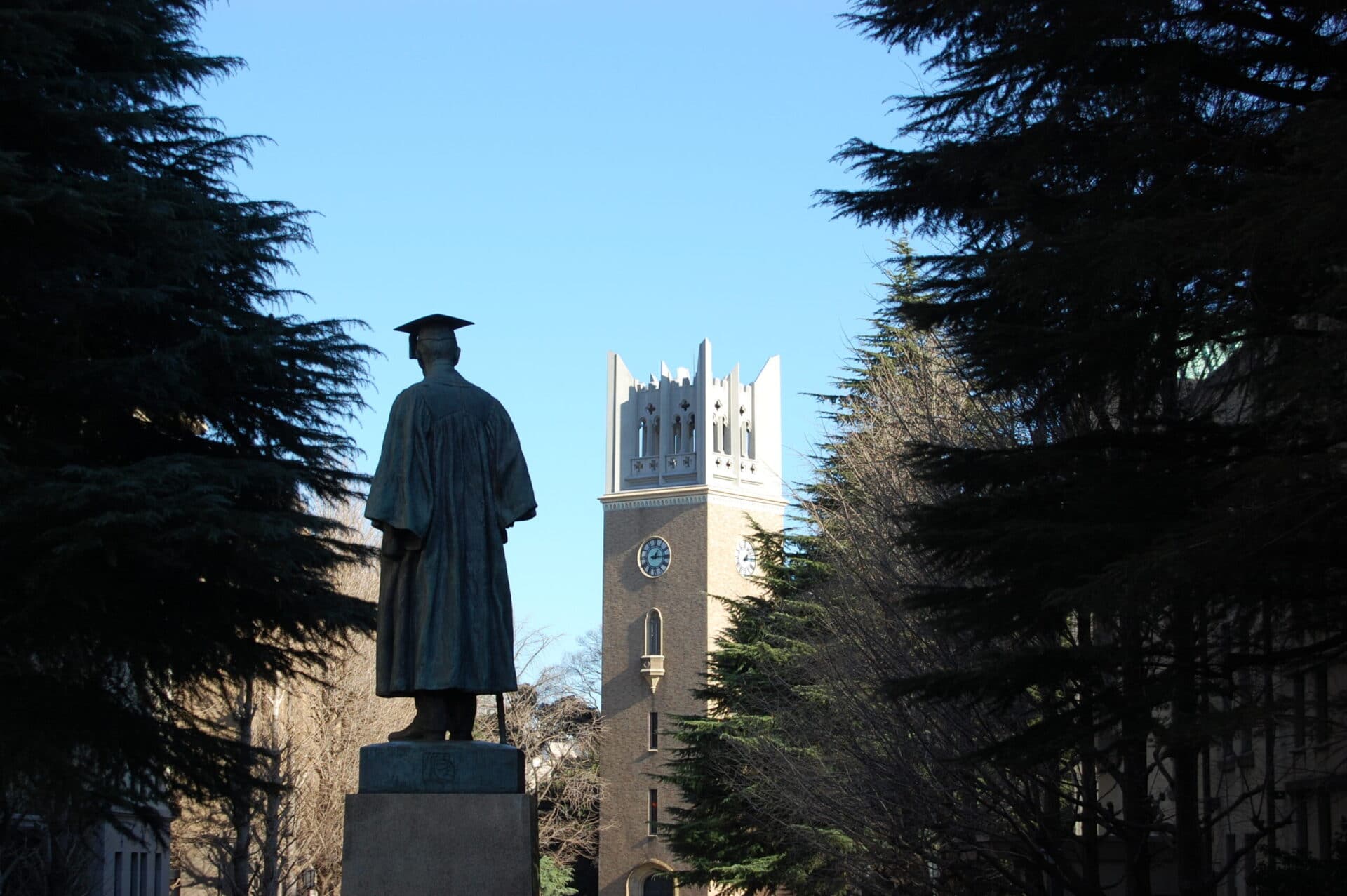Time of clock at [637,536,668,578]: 1:14
